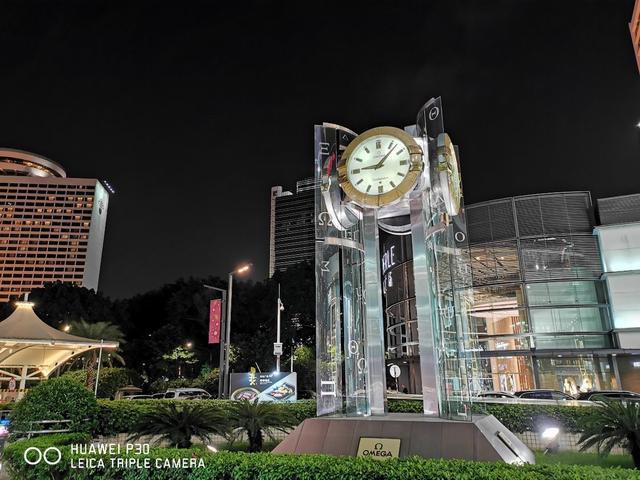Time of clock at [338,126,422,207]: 9:07
